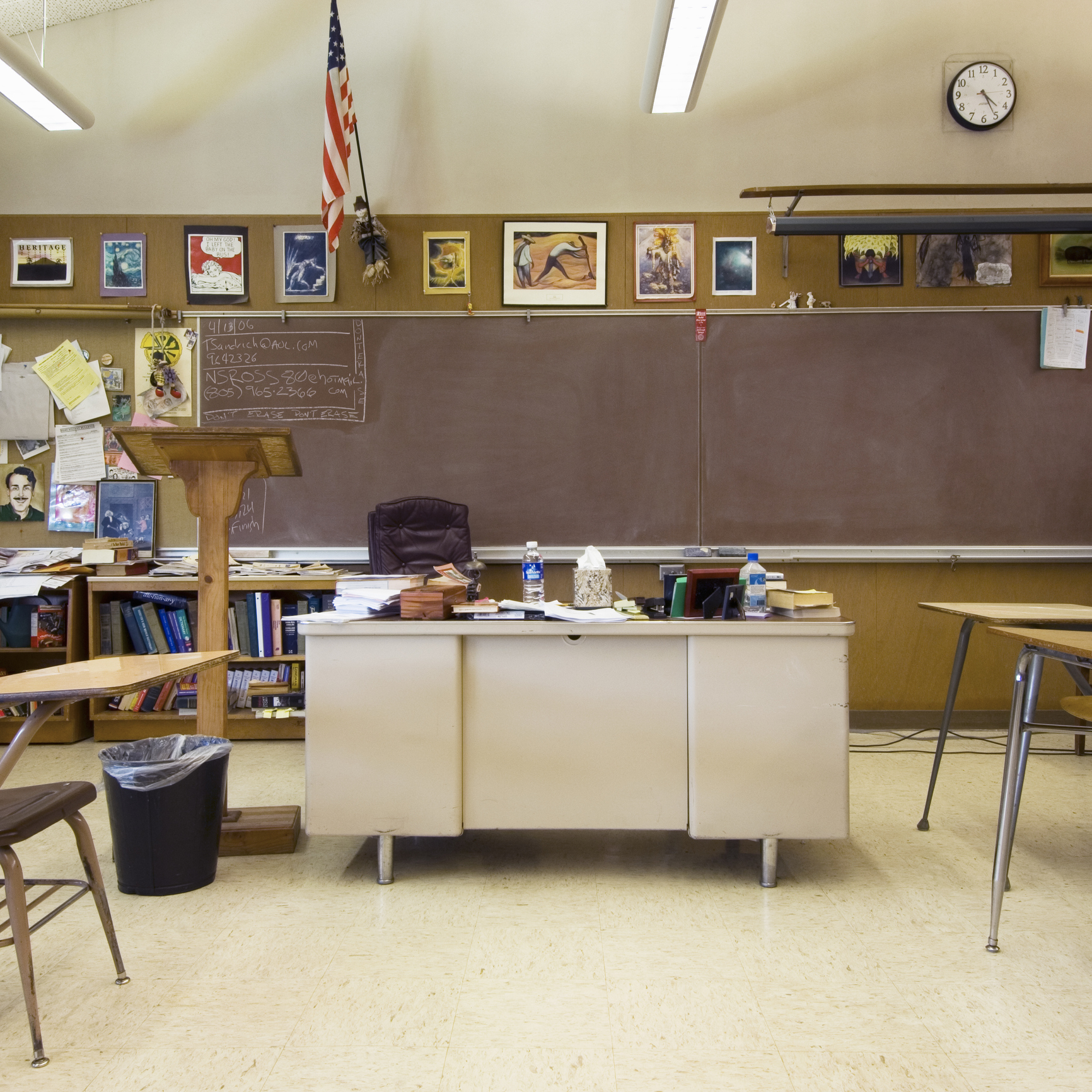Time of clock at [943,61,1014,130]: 4:25
